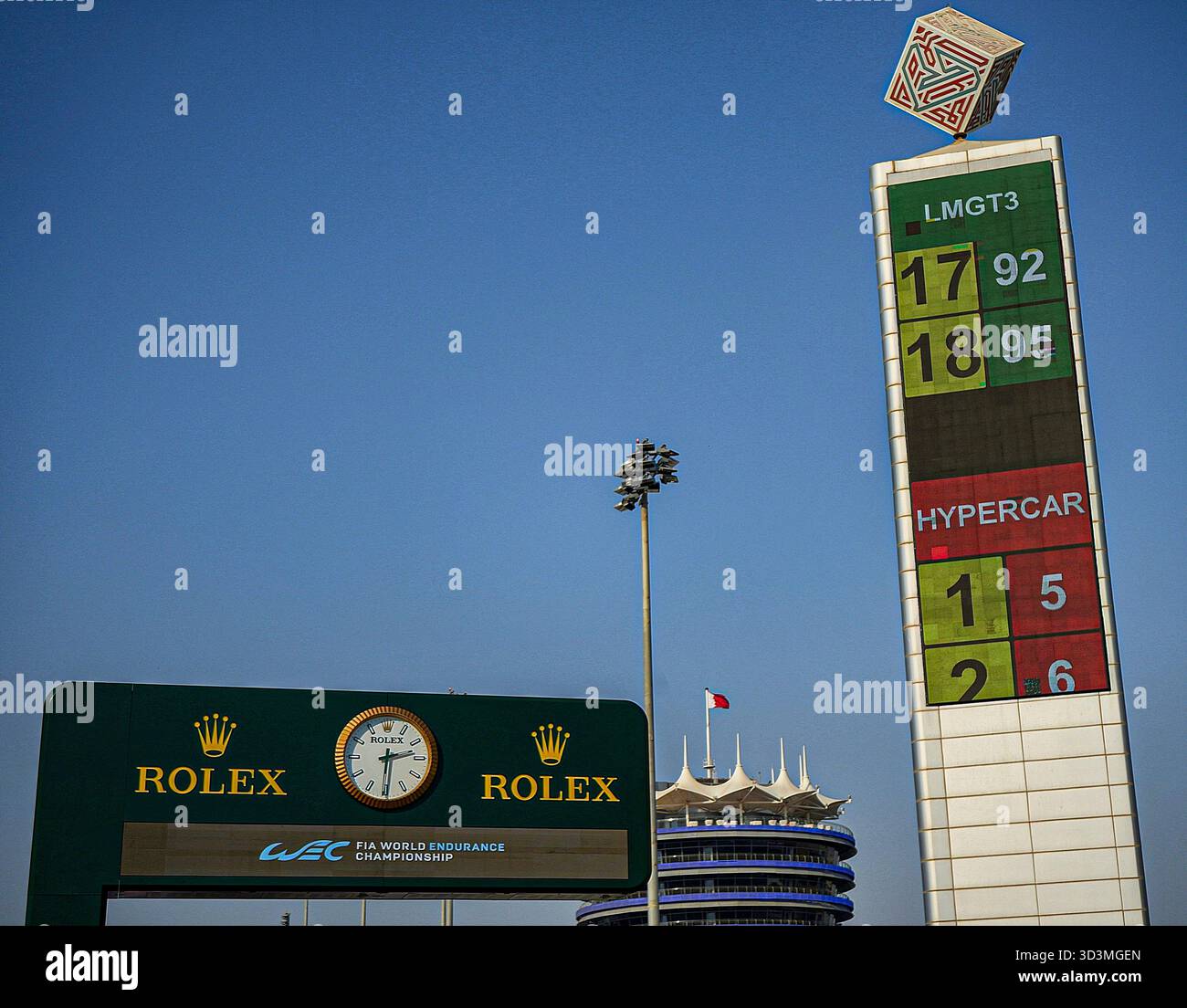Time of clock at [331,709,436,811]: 2:30
